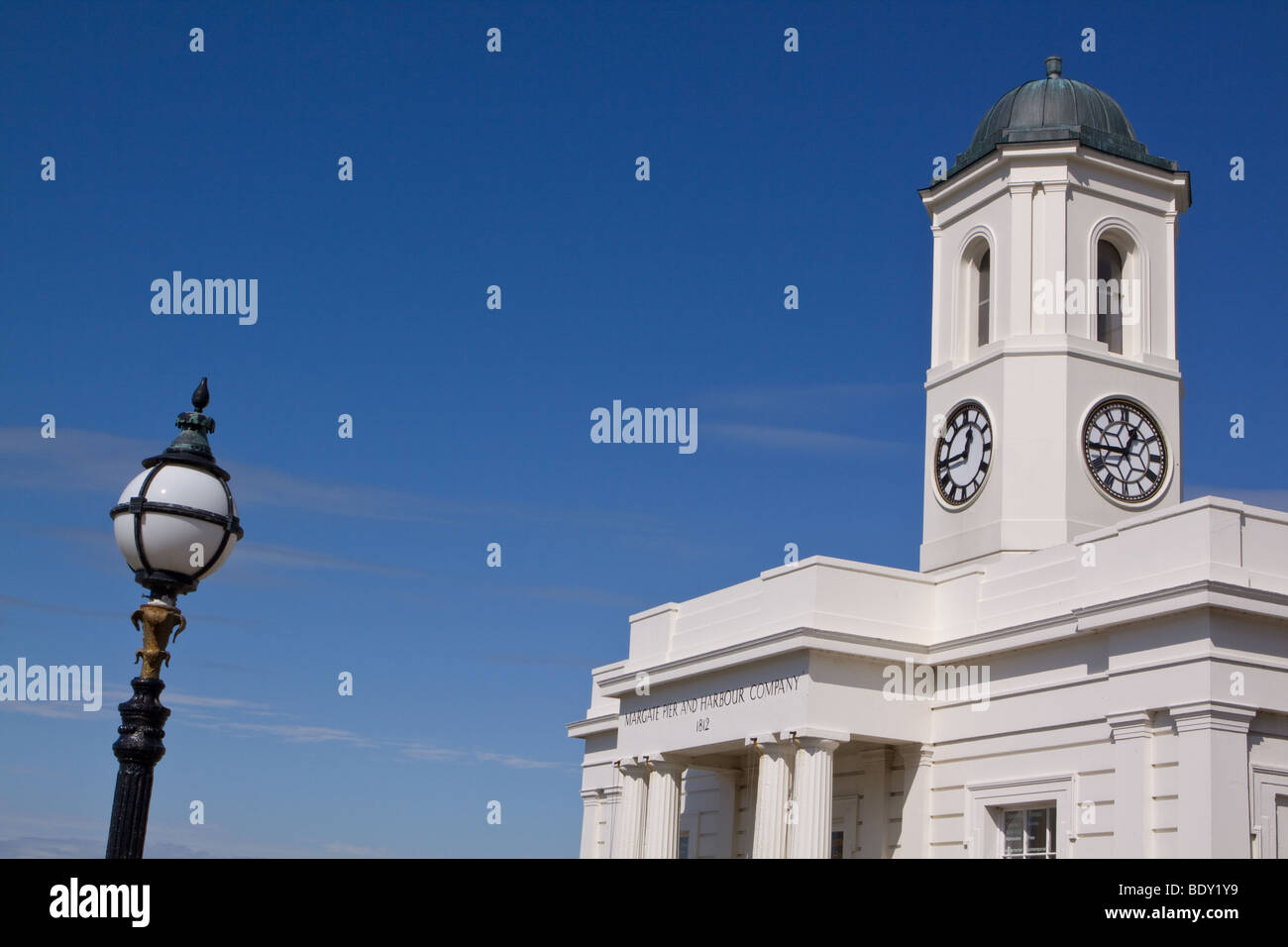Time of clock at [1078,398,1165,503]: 12:44
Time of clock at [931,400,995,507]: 12:44
